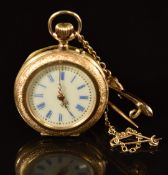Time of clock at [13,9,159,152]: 4:59
